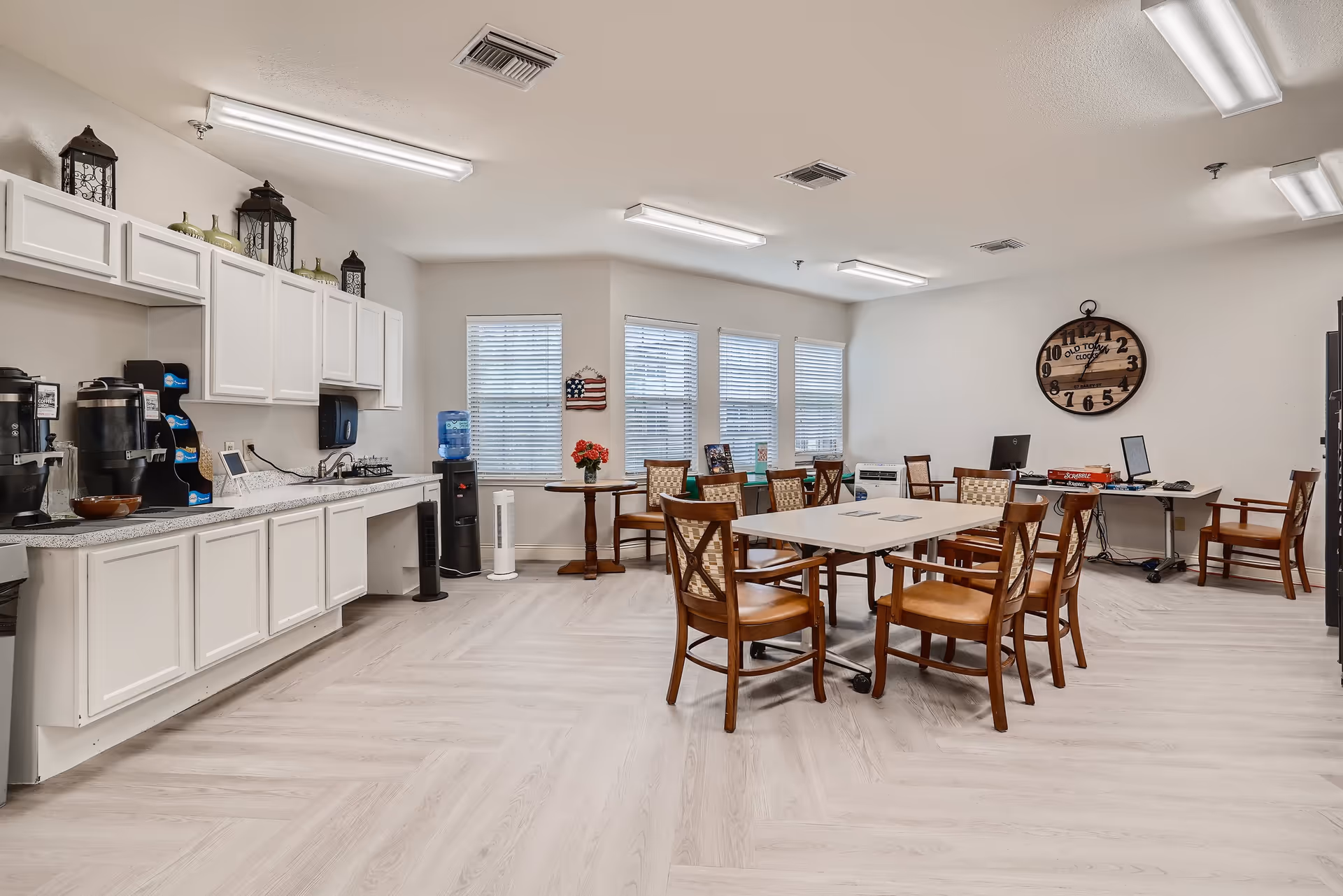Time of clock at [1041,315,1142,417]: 1:03
